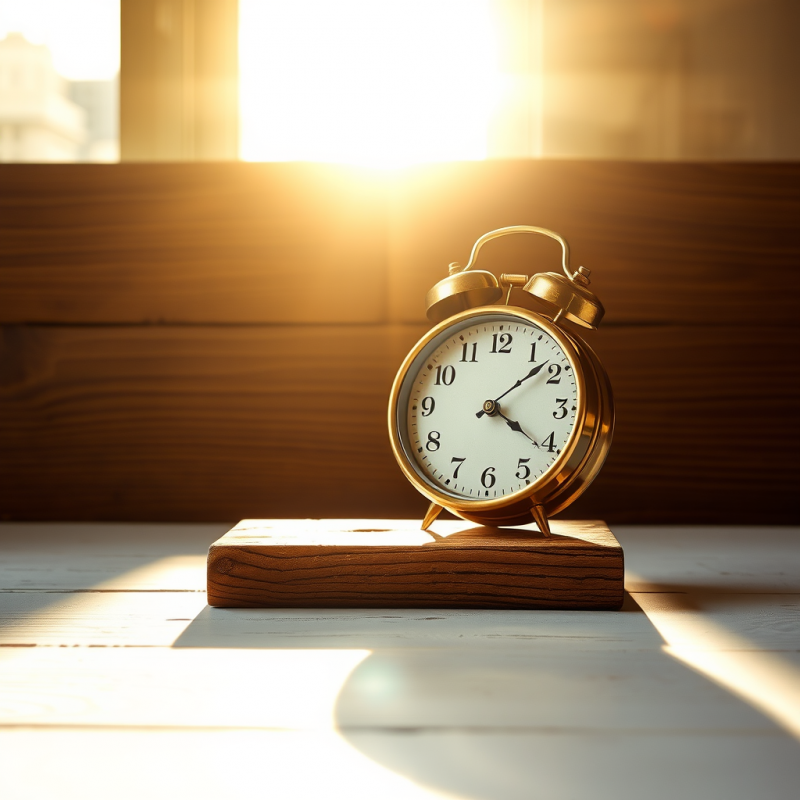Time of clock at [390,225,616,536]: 4:08
